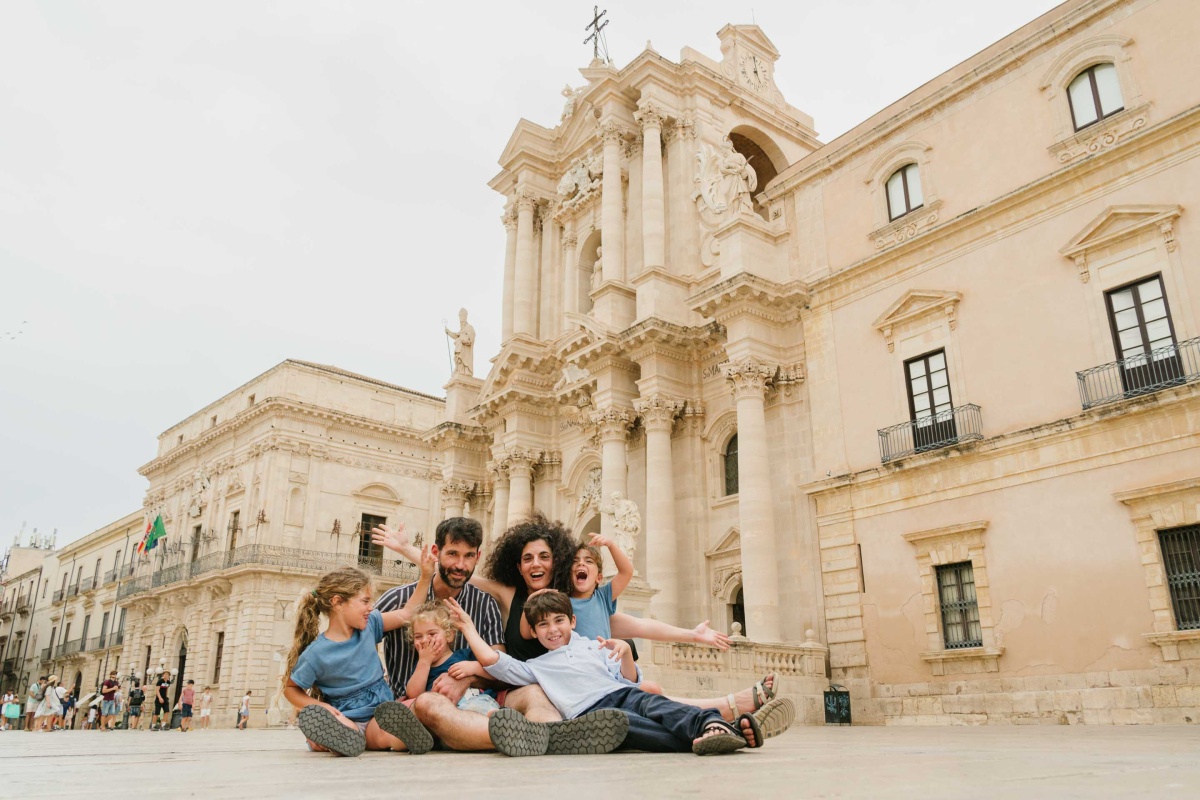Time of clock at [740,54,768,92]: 4:59
